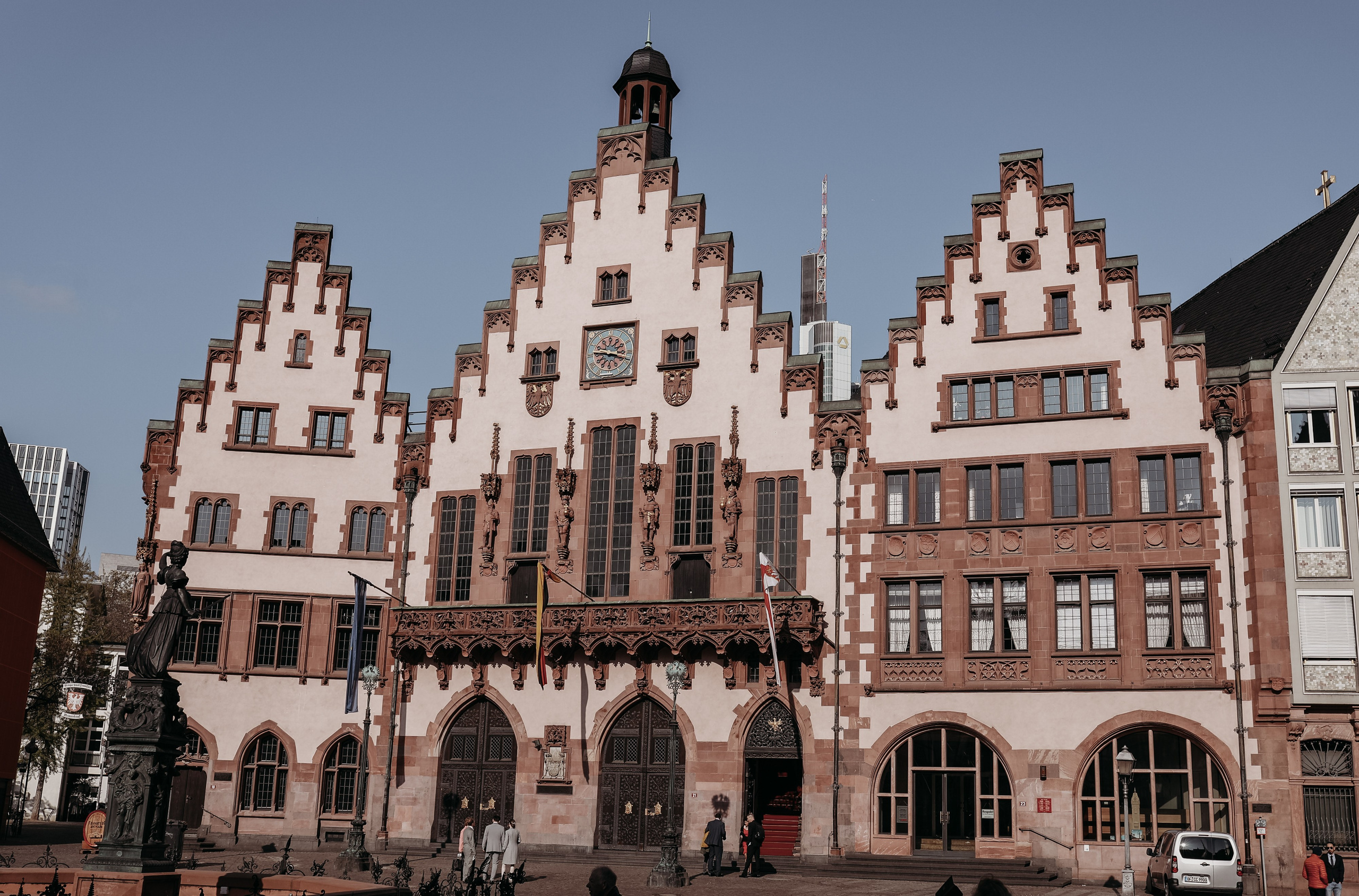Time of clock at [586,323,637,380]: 3:46
